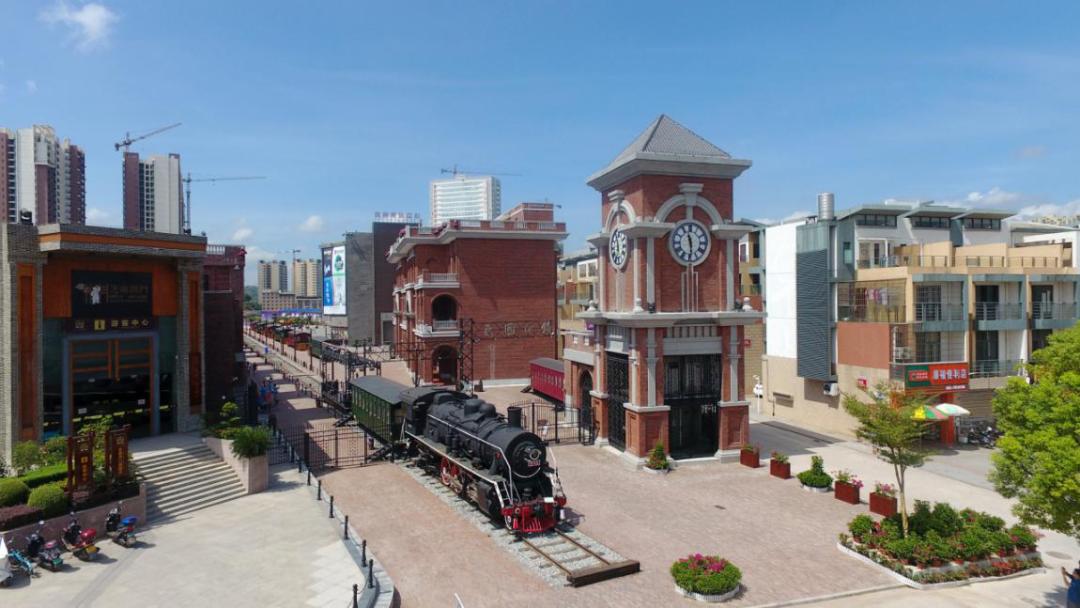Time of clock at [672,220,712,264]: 11:29
